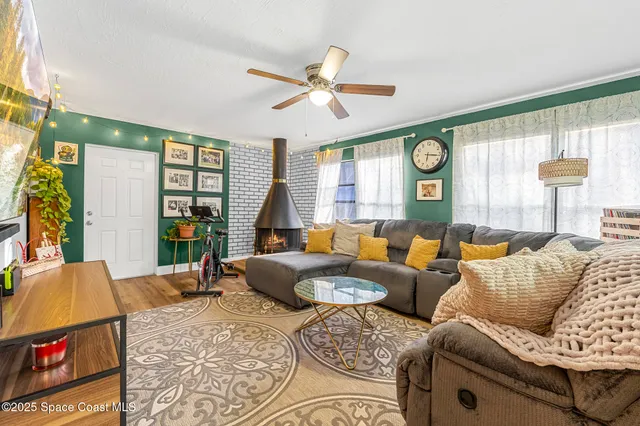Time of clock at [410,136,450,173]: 6:16
